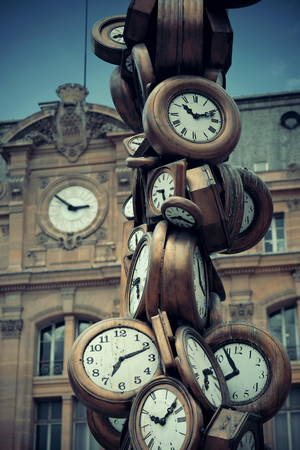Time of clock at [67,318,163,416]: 7:11
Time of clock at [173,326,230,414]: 7:54
